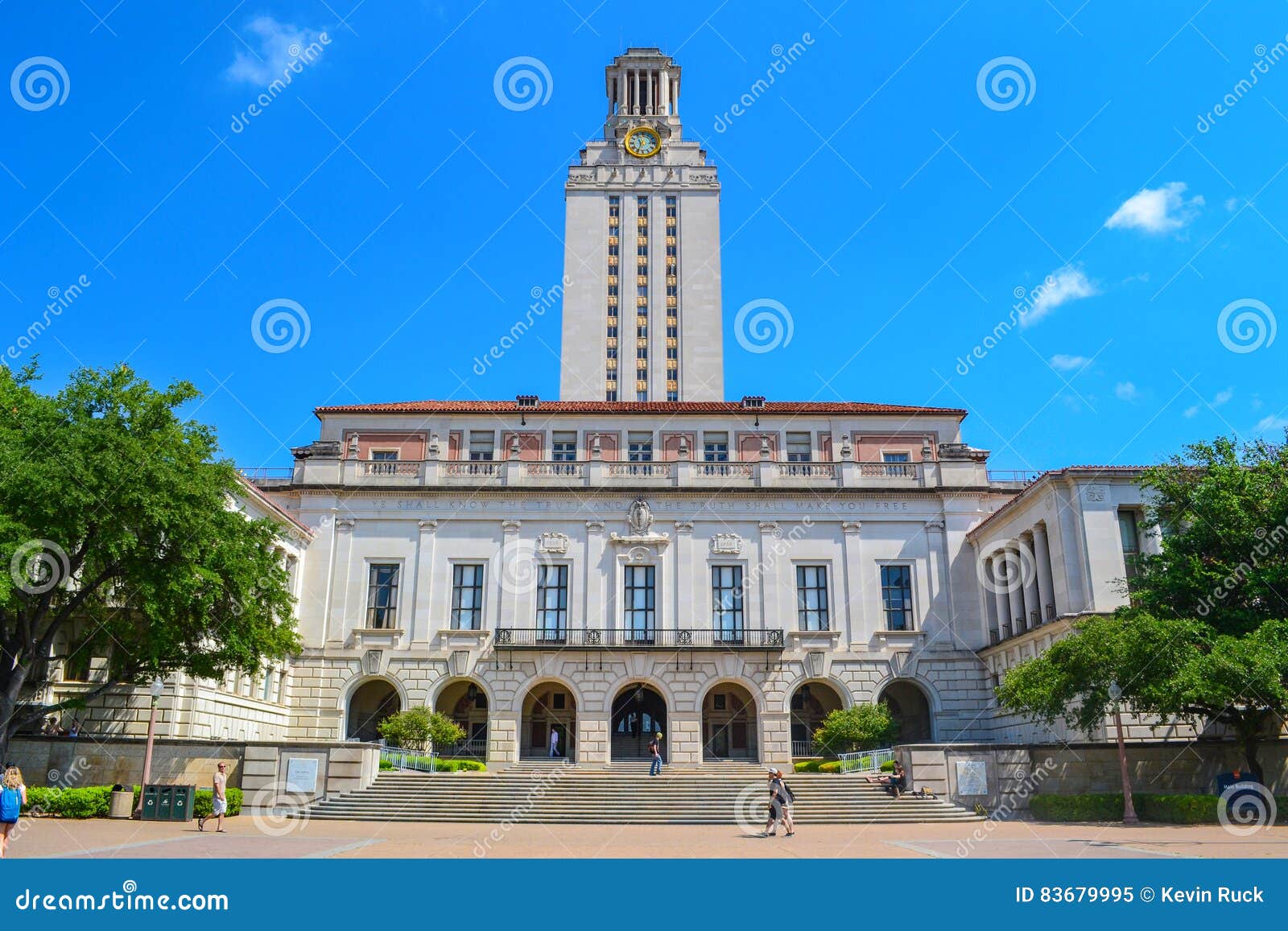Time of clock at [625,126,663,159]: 11:33
